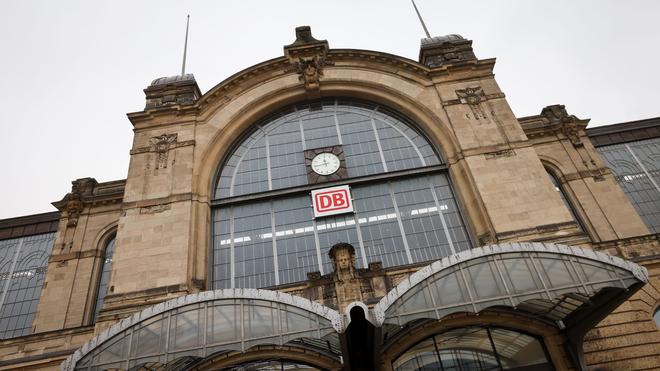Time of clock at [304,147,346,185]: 11:43
